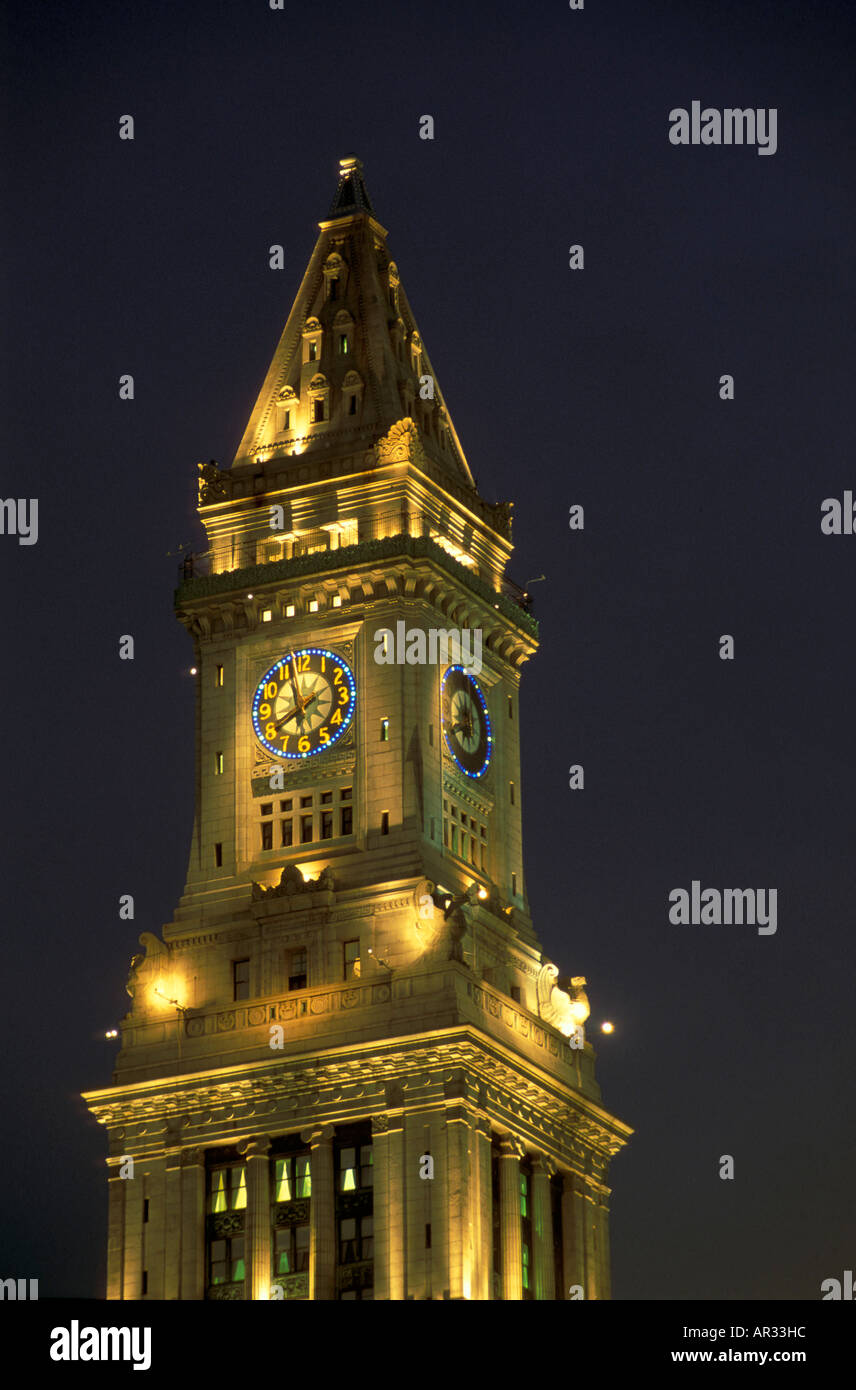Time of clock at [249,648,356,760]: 7:57
